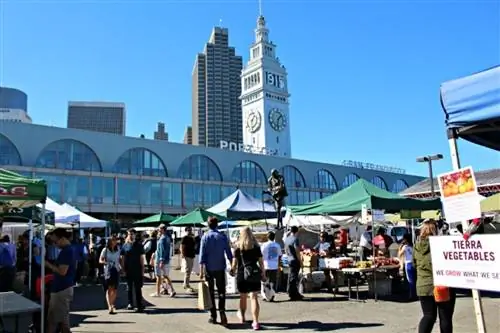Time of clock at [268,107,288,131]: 1:32
